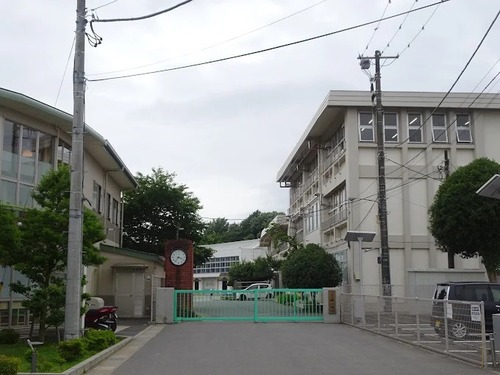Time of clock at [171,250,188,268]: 3:36
